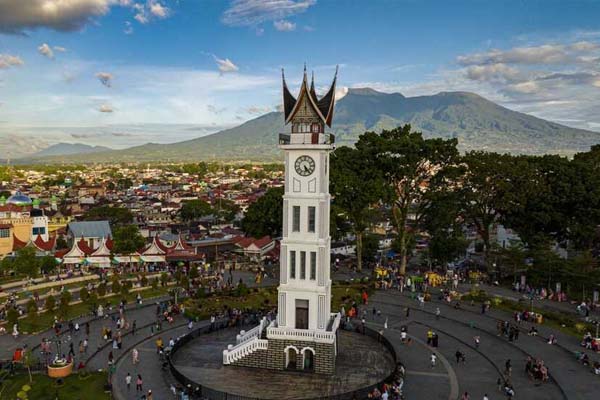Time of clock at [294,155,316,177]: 5:23
